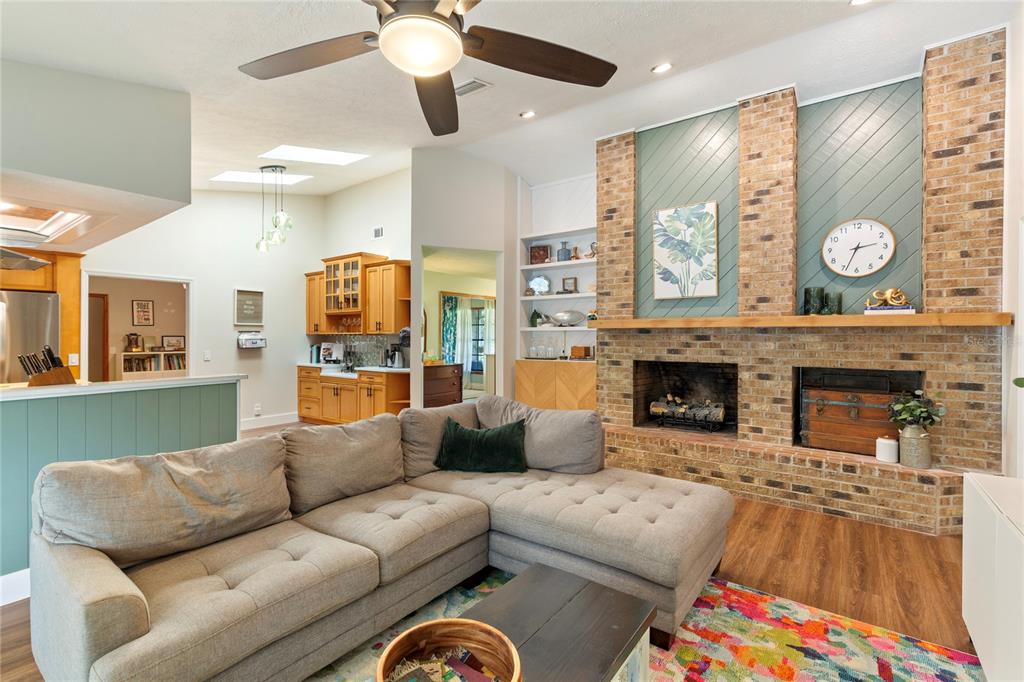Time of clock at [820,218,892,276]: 2:33
